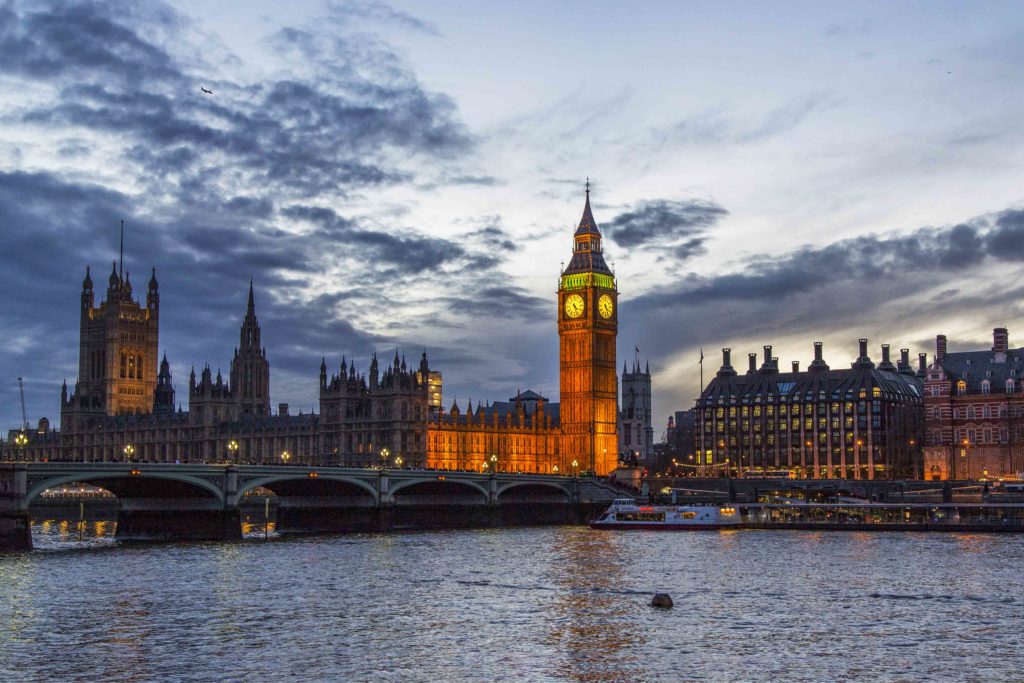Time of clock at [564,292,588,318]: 4:26
